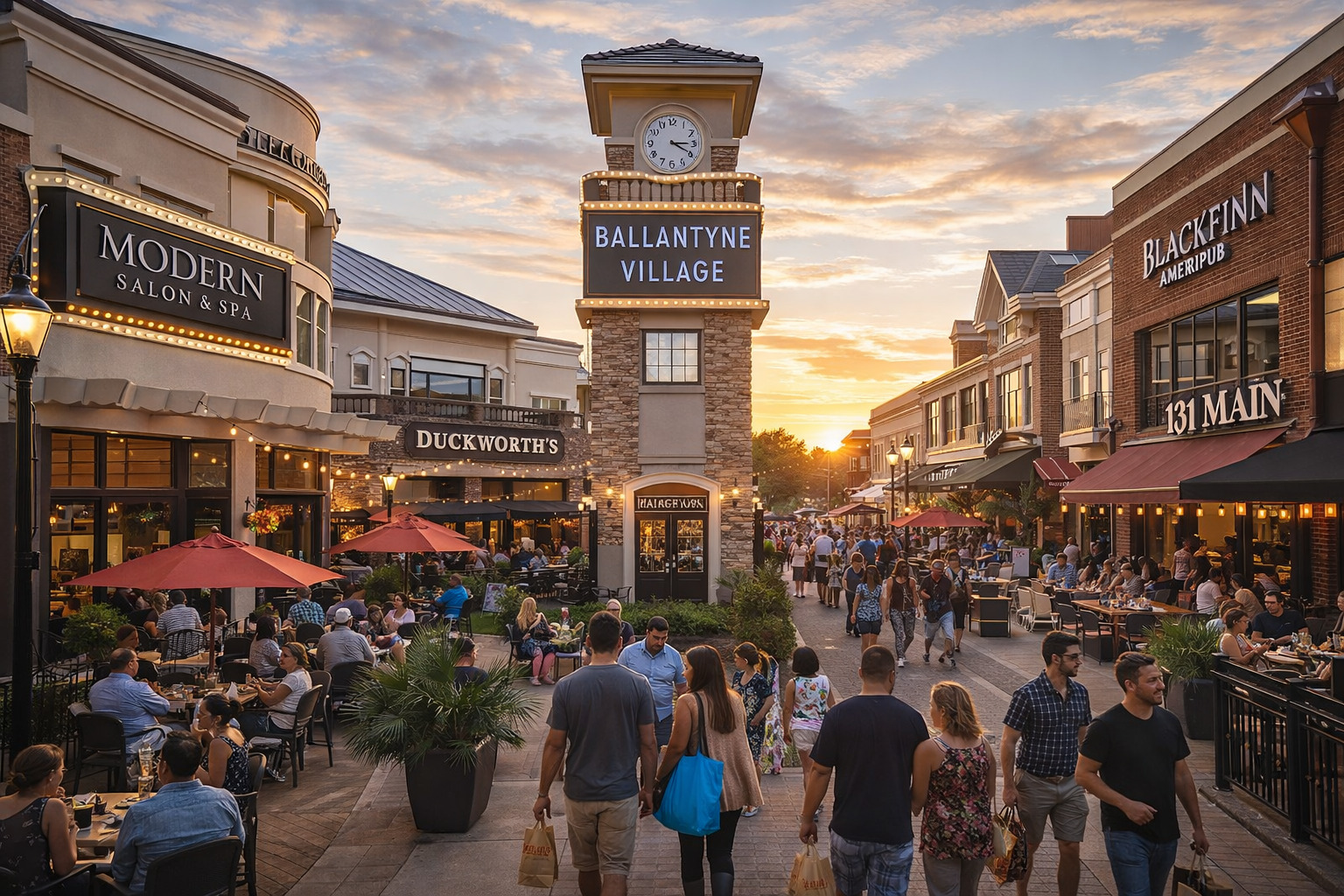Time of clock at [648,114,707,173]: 3:19
